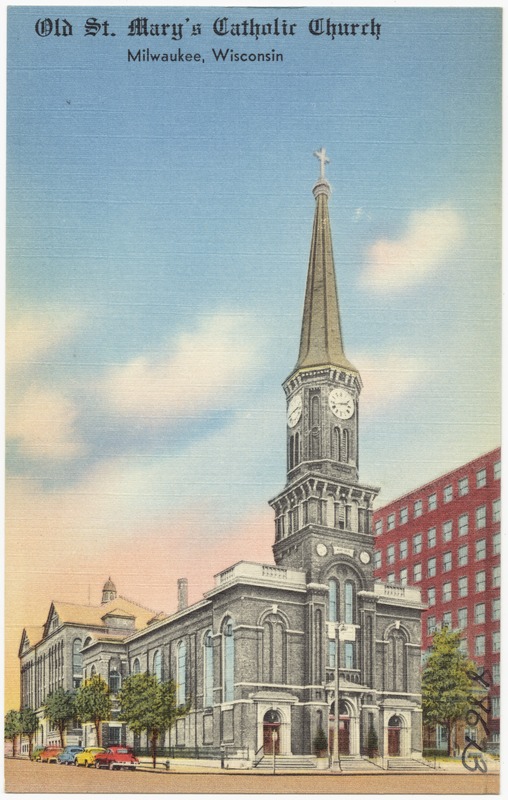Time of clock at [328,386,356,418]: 2:42
